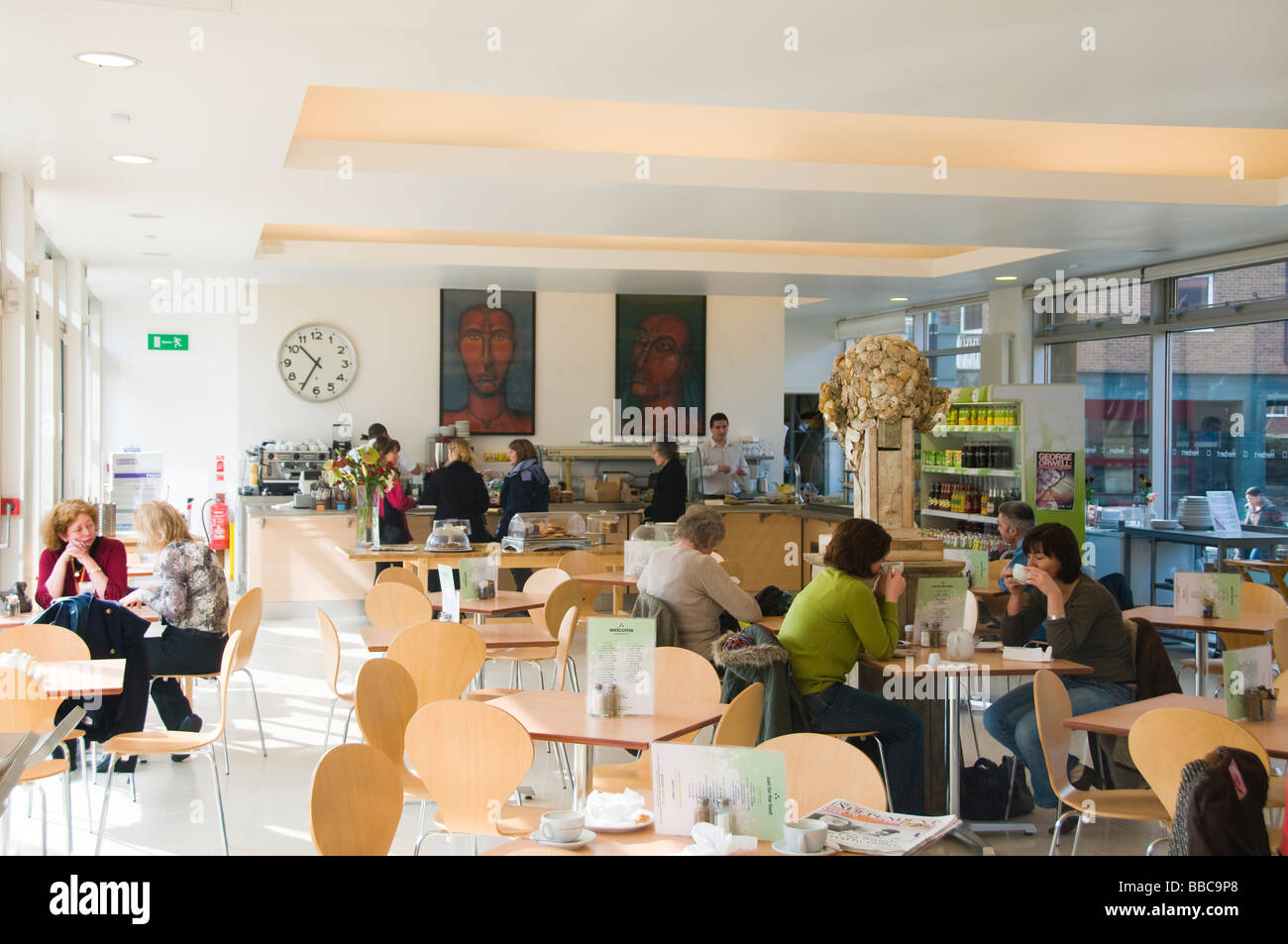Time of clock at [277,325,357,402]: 10:34
